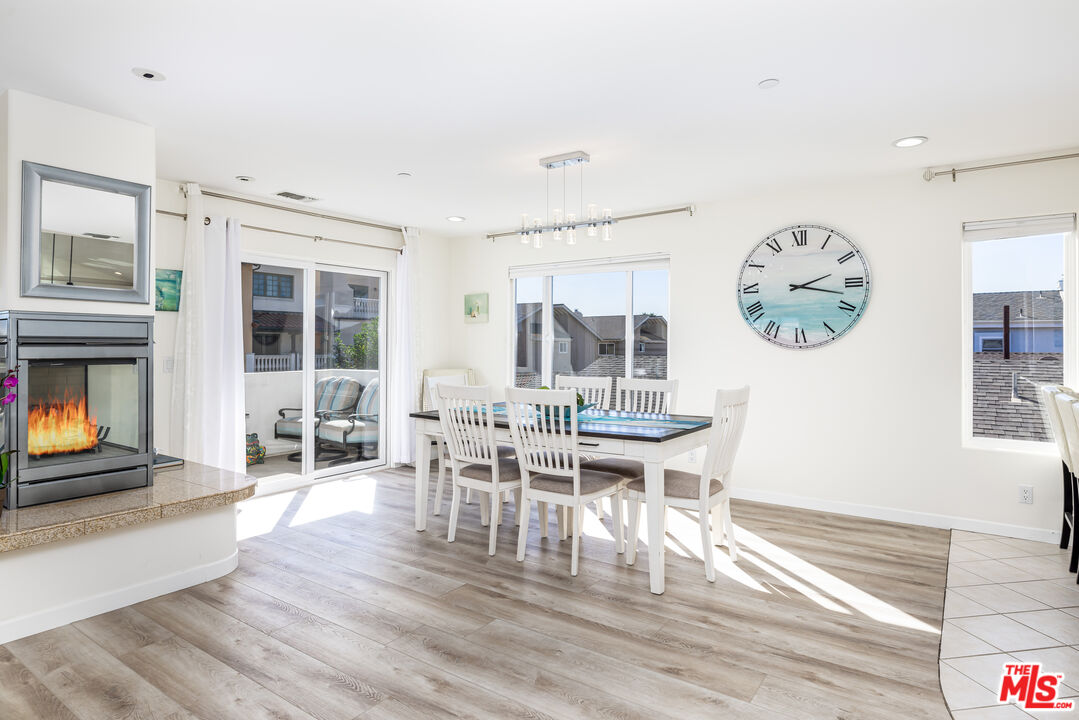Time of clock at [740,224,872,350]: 2:17
